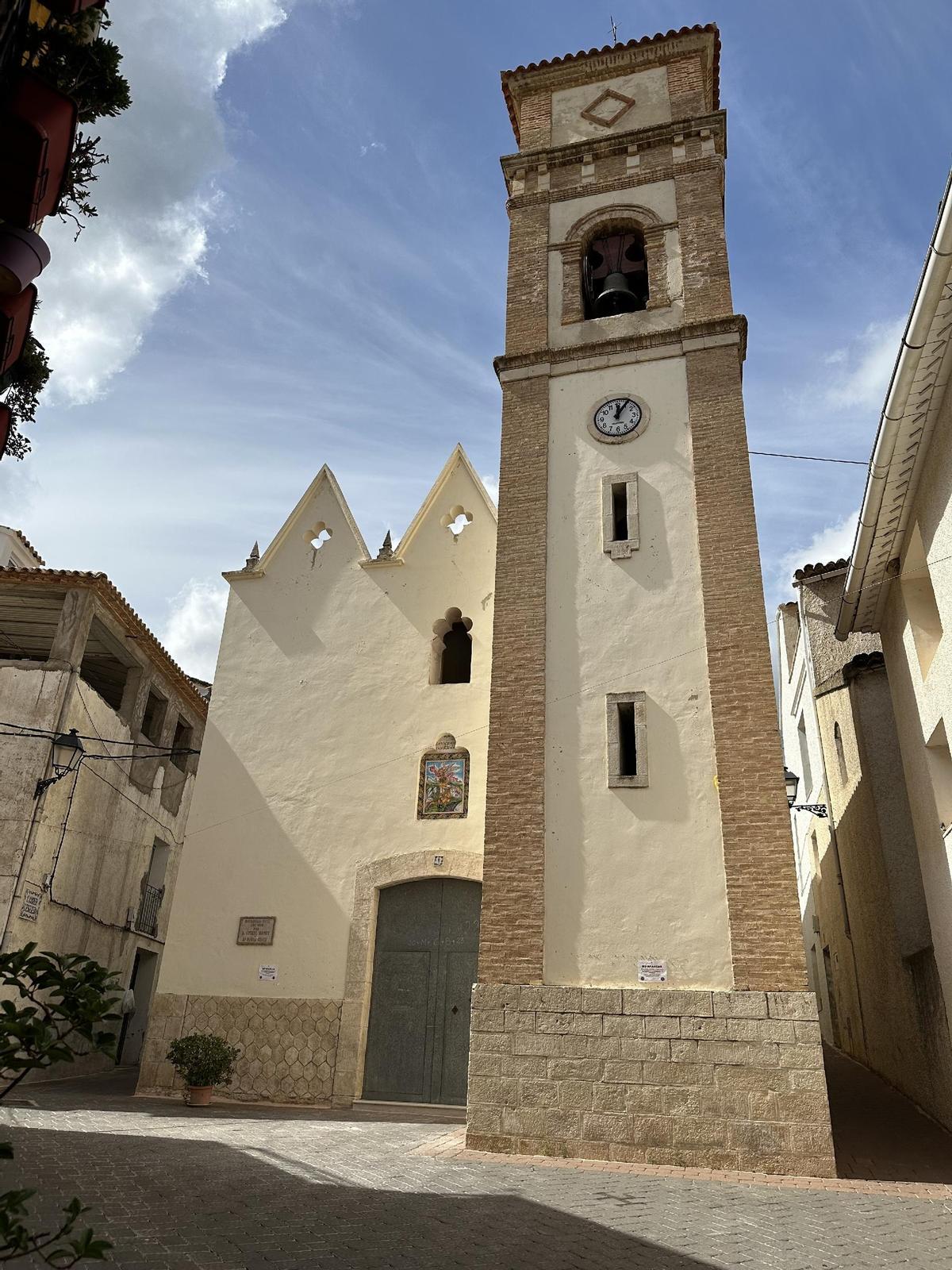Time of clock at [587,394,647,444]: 12:05
